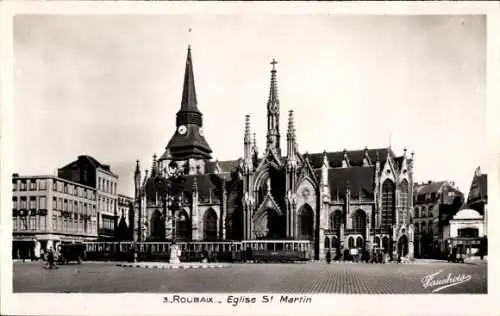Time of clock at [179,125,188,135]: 8:38
